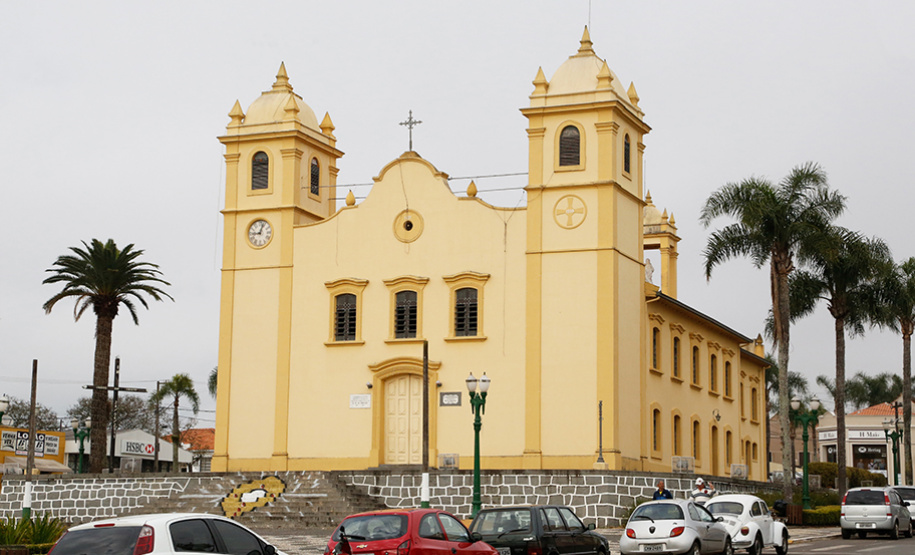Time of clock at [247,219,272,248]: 9:03
